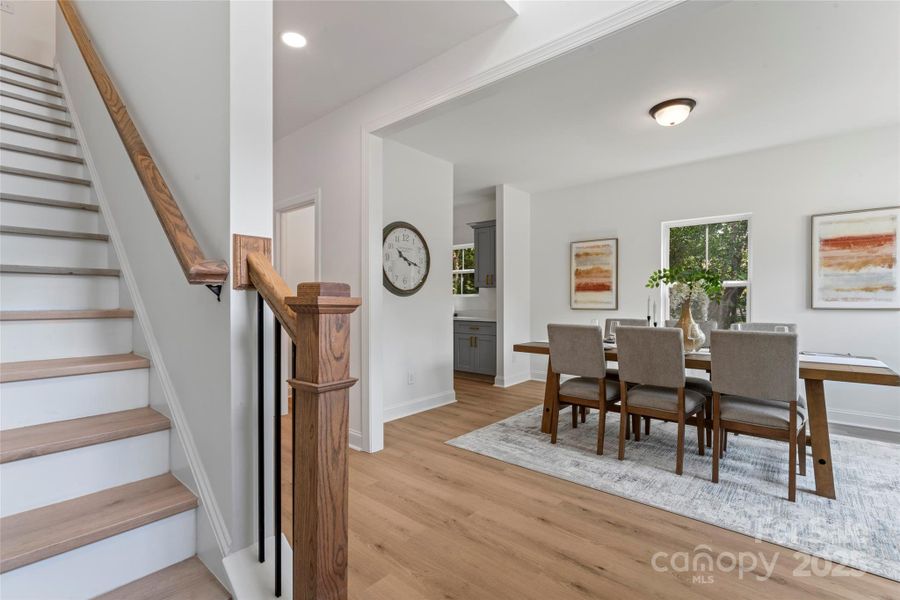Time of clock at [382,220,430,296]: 10:17
